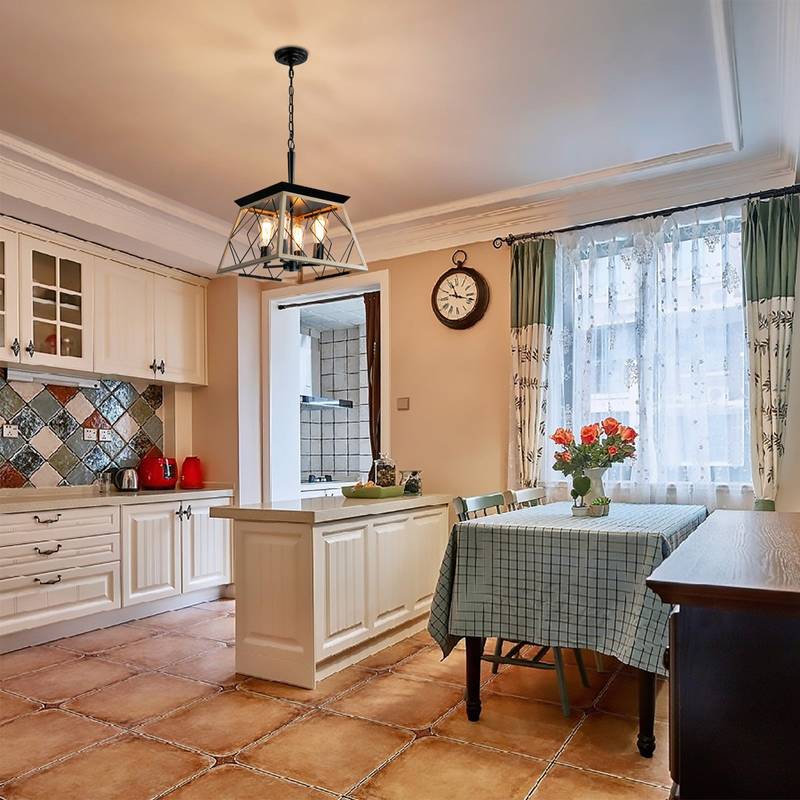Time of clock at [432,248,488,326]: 11:17
